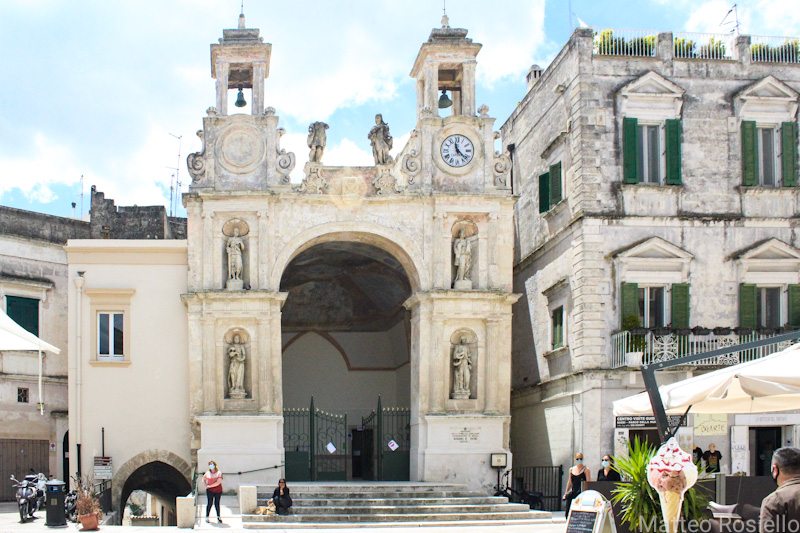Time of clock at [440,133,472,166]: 11:22
